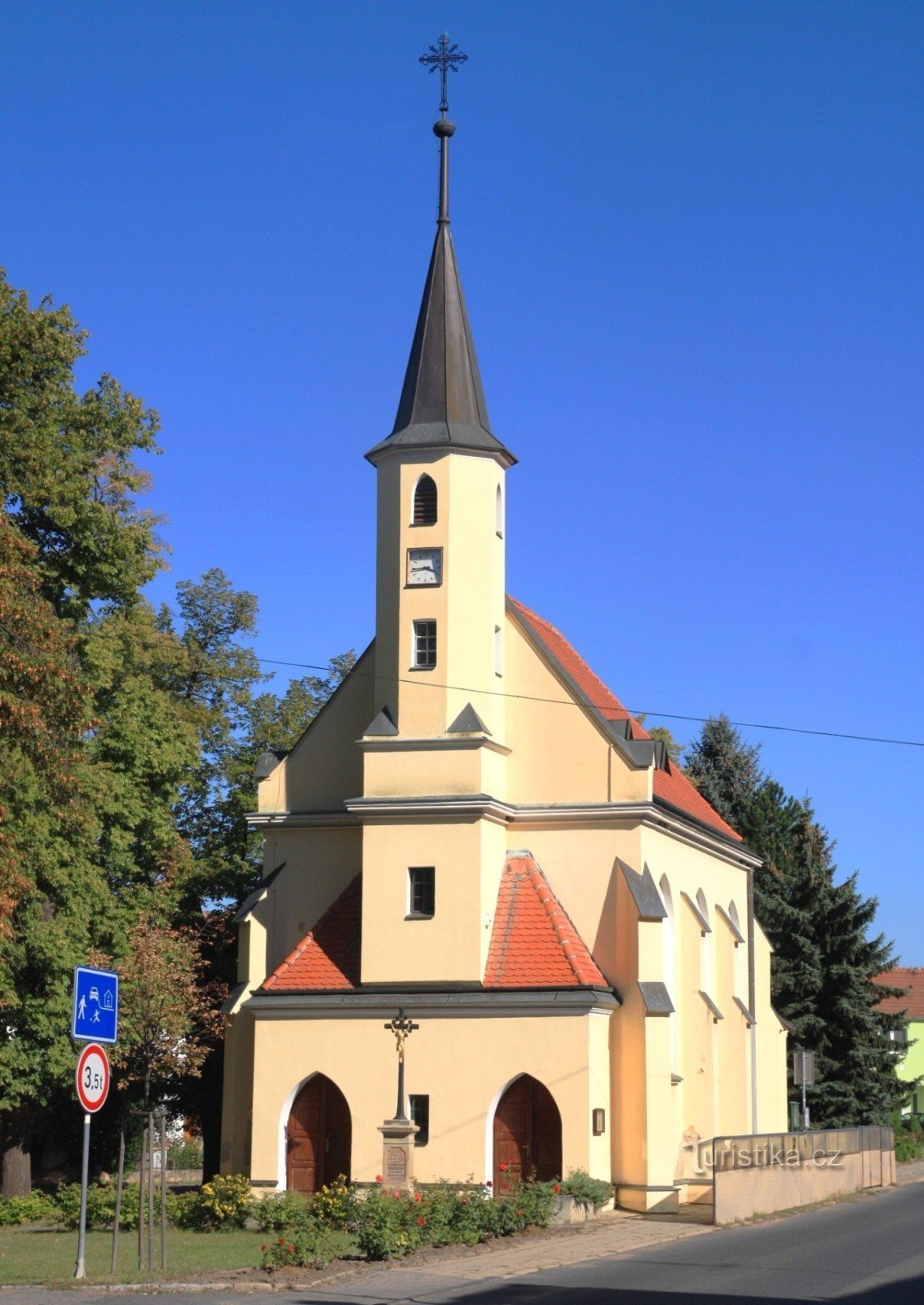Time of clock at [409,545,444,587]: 3:44
